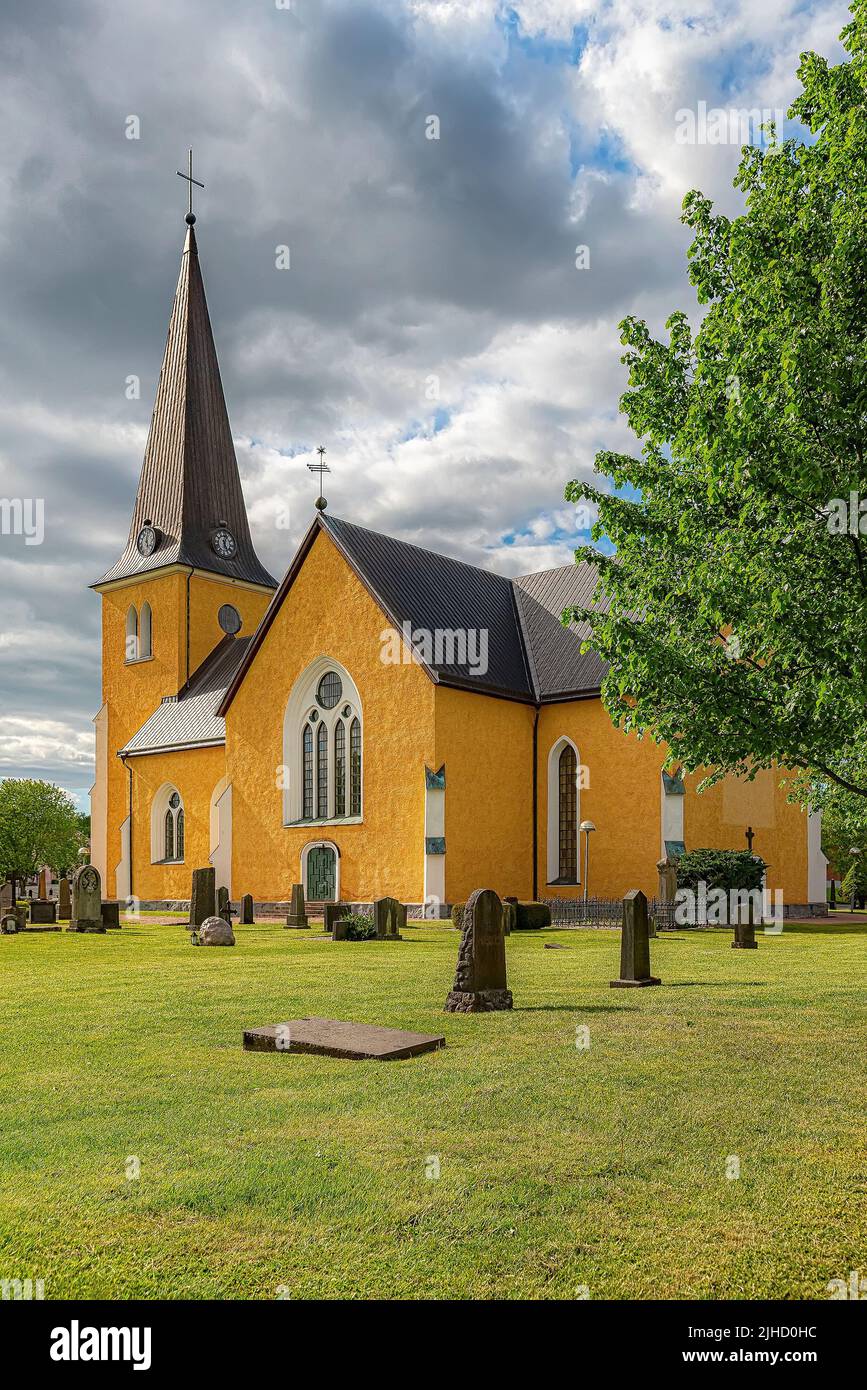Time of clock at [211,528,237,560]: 12:26
